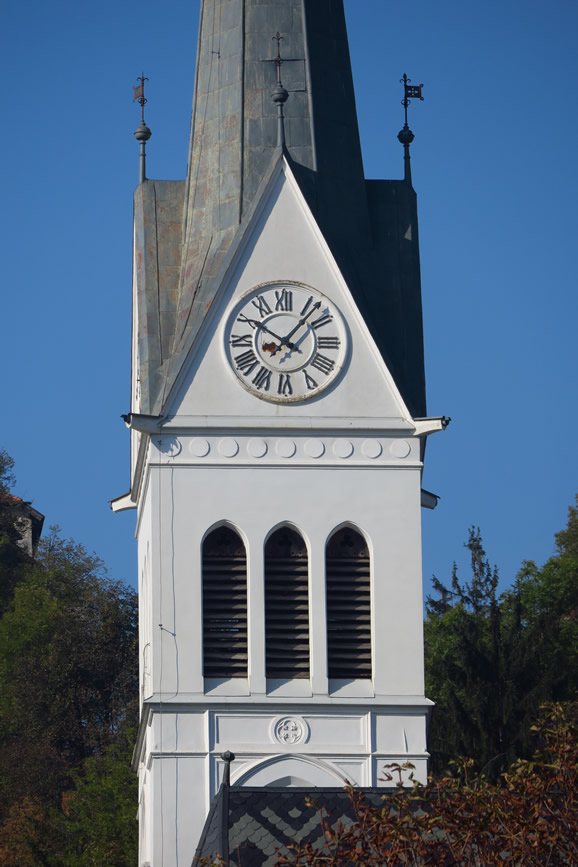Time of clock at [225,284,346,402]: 10:07
